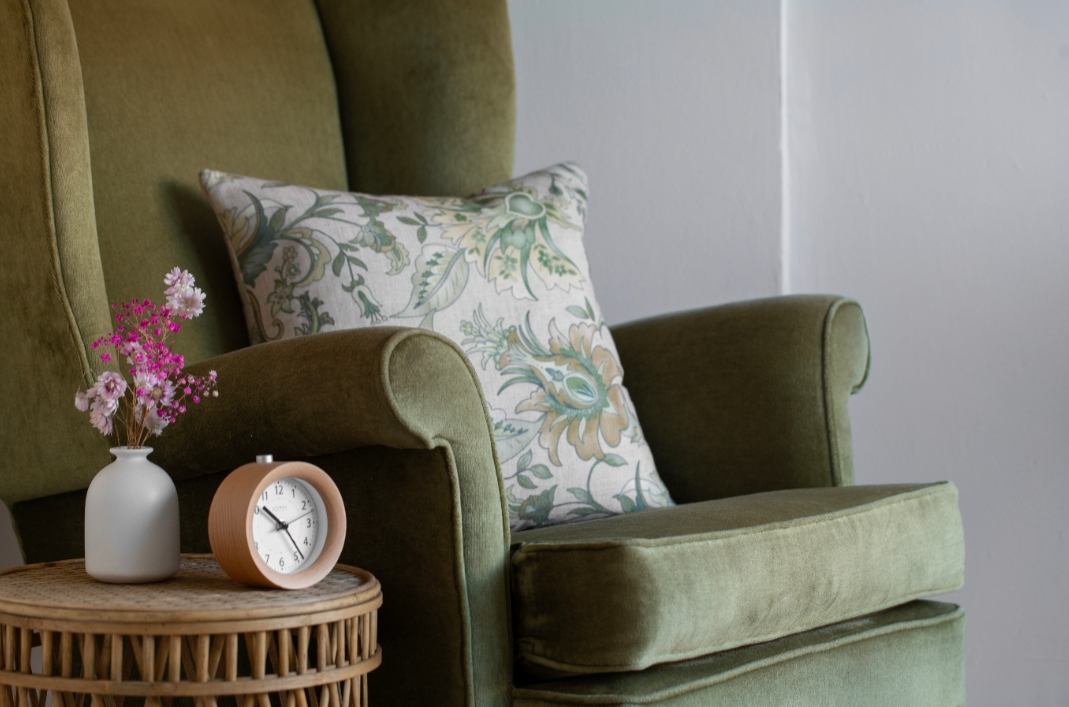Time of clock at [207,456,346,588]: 10:23
